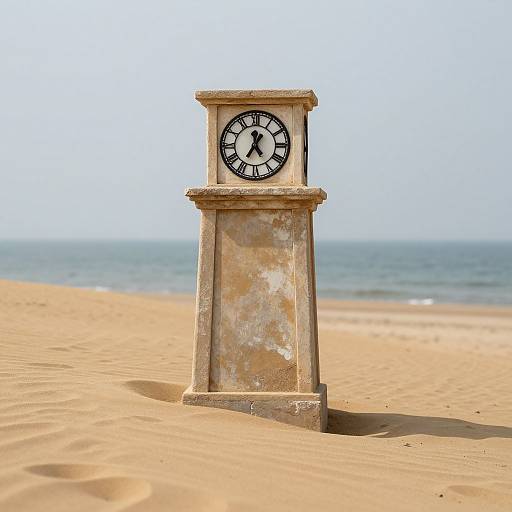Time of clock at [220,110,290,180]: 11:35
